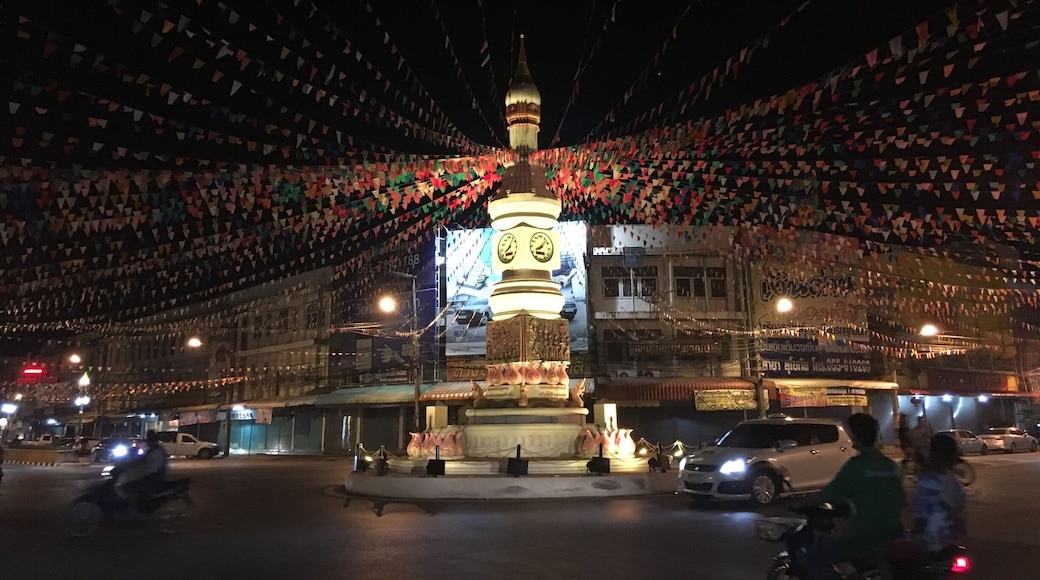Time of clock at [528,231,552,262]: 8:07
